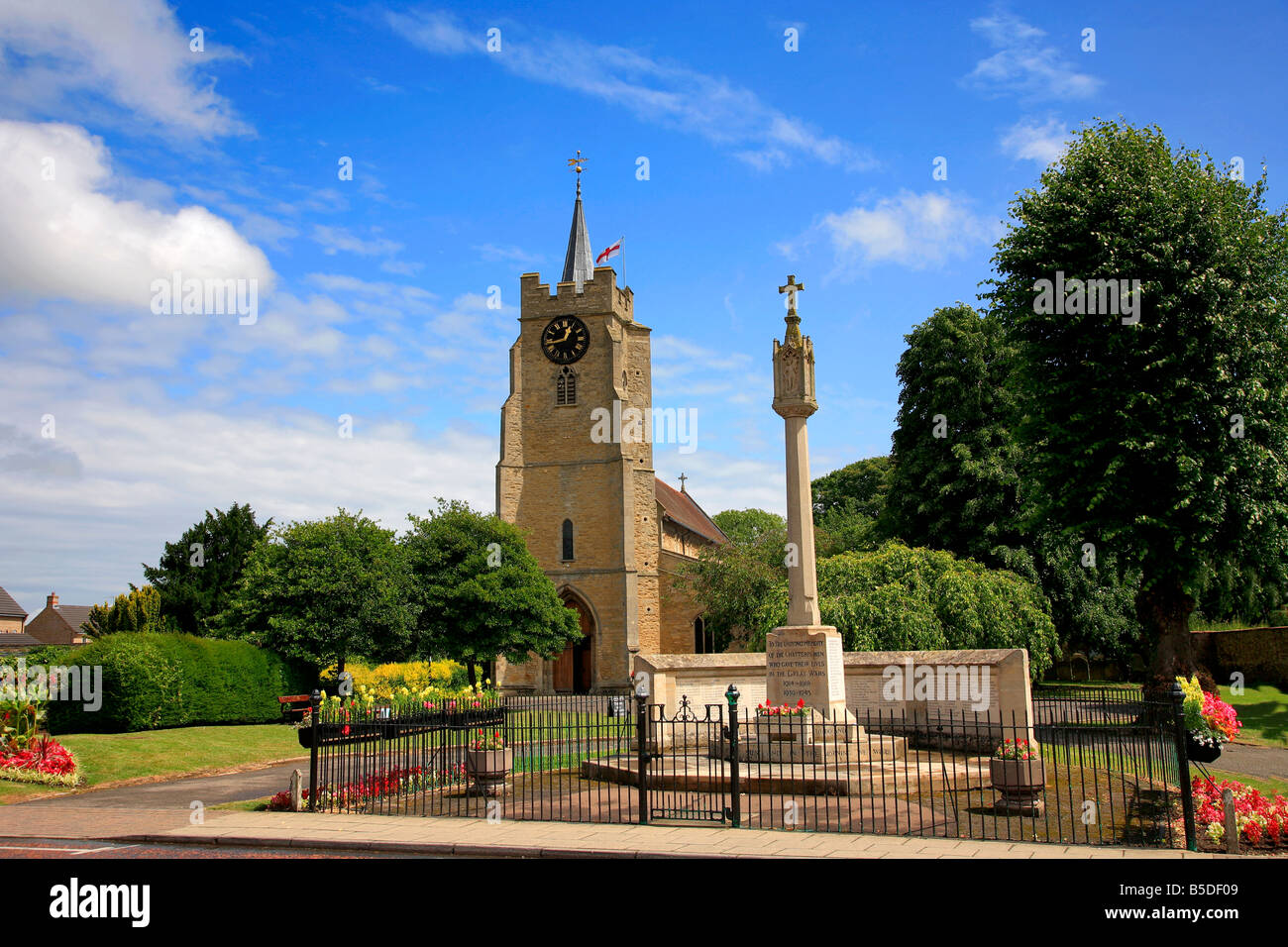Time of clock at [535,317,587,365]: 12:43
